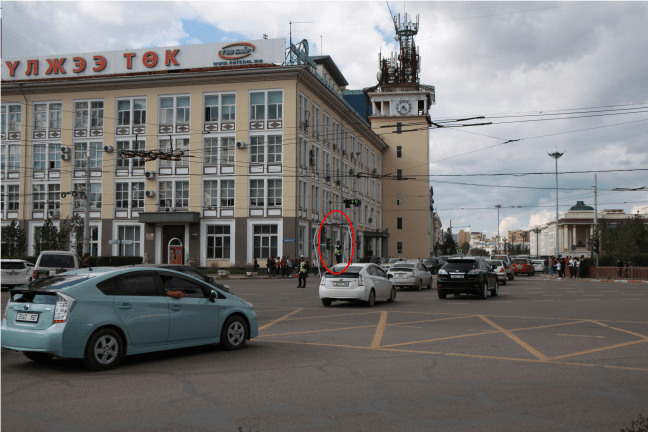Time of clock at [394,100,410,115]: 4:36
